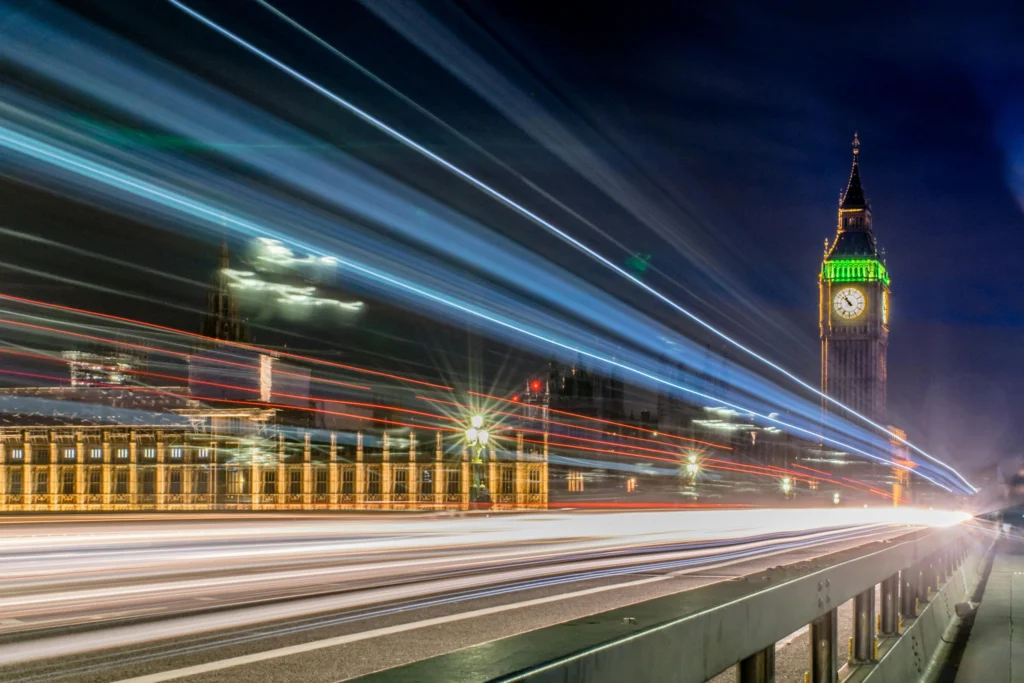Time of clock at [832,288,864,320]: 10:51
